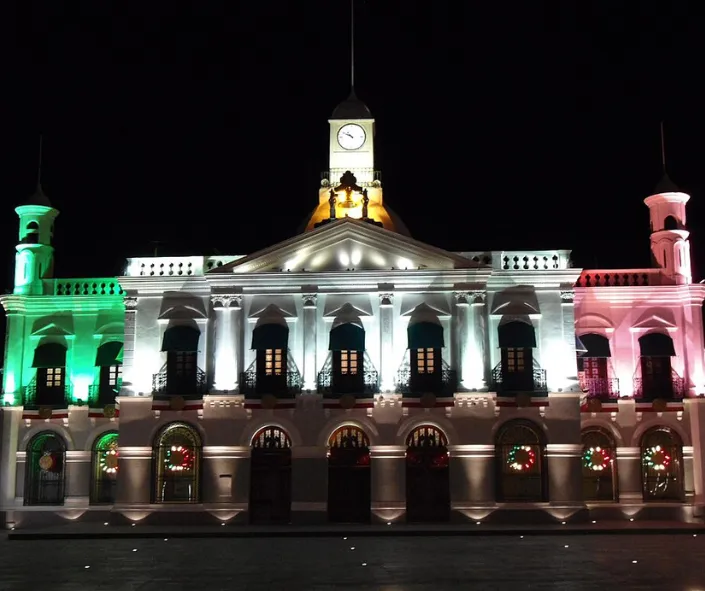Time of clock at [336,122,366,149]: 10:49
